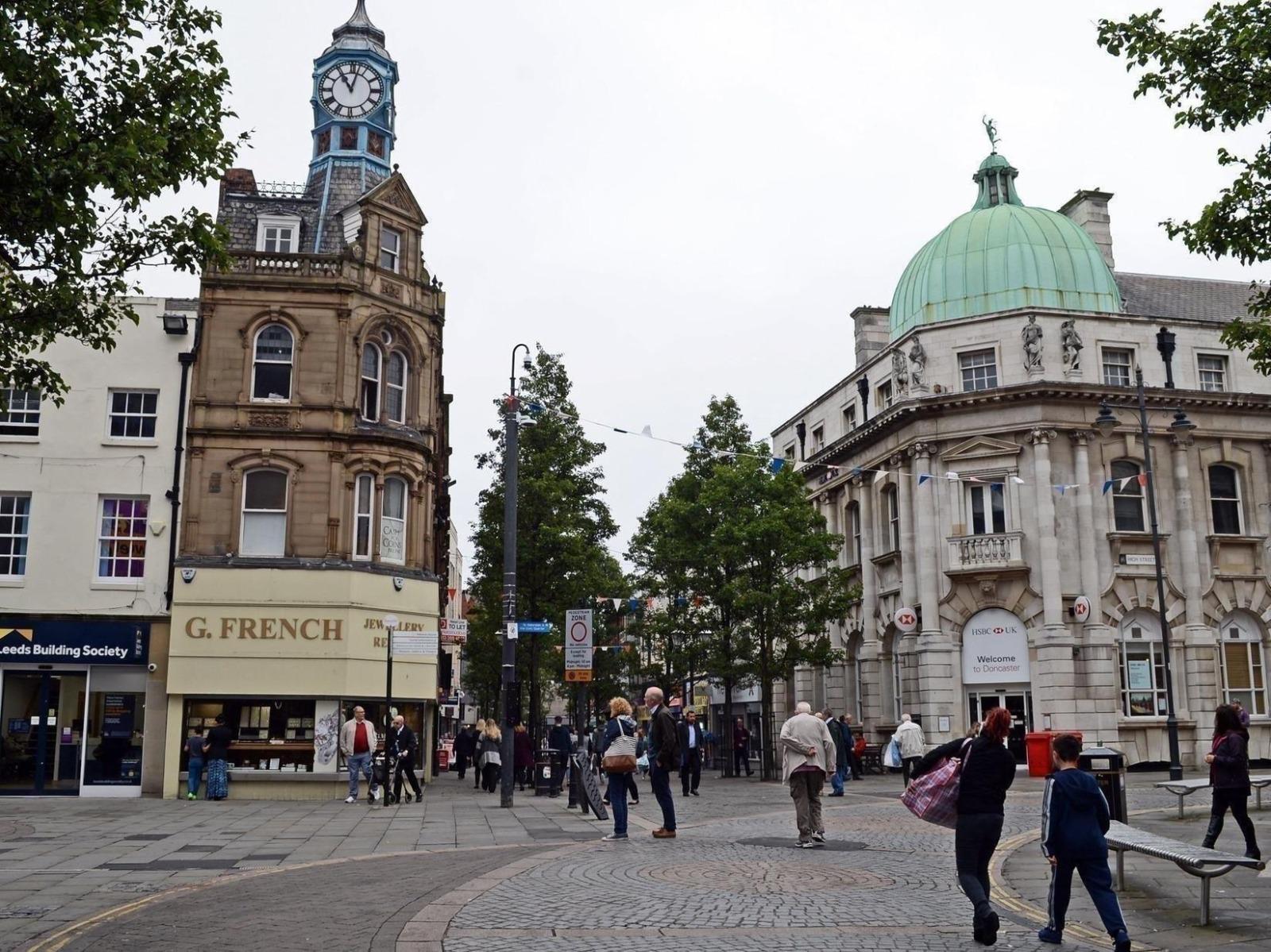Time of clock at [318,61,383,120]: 11:02
